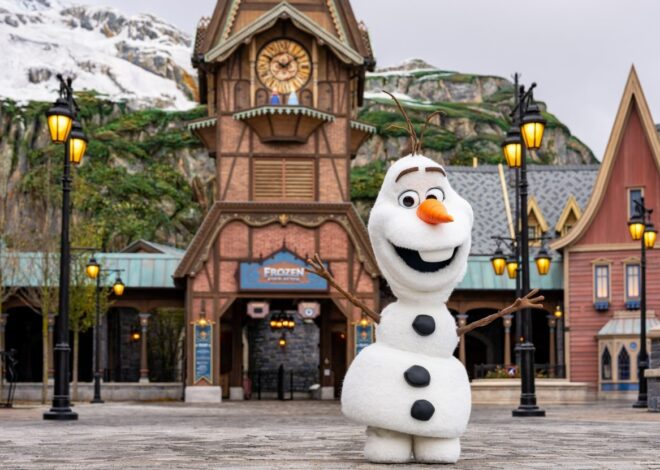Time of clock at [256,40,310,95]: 1:50
